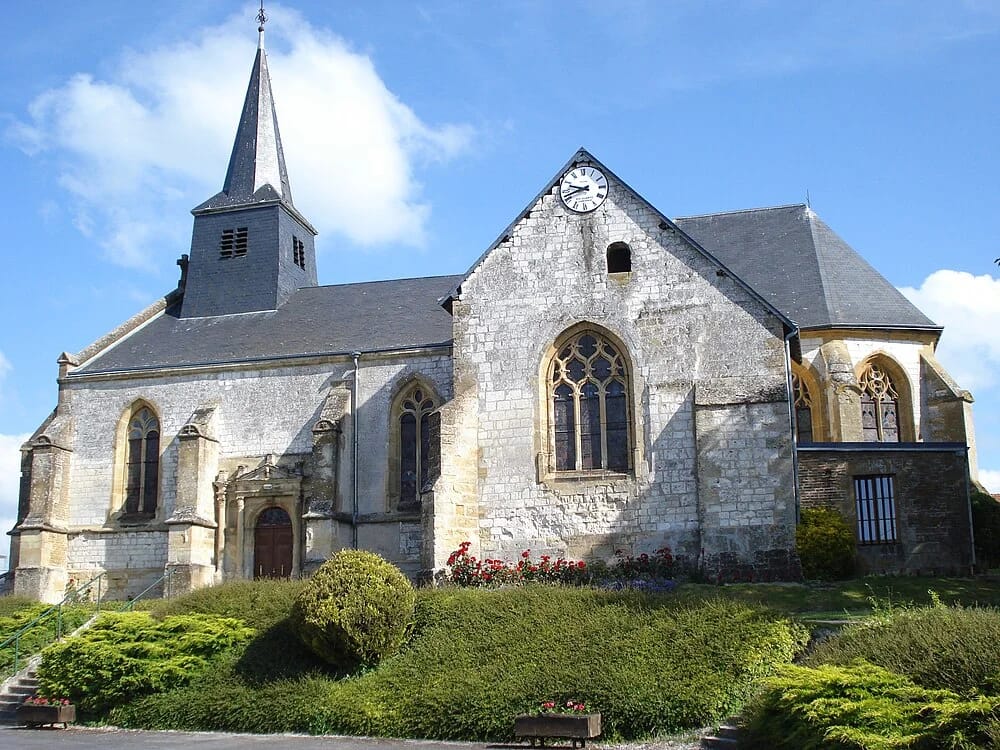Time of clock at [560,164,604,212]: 9:42
